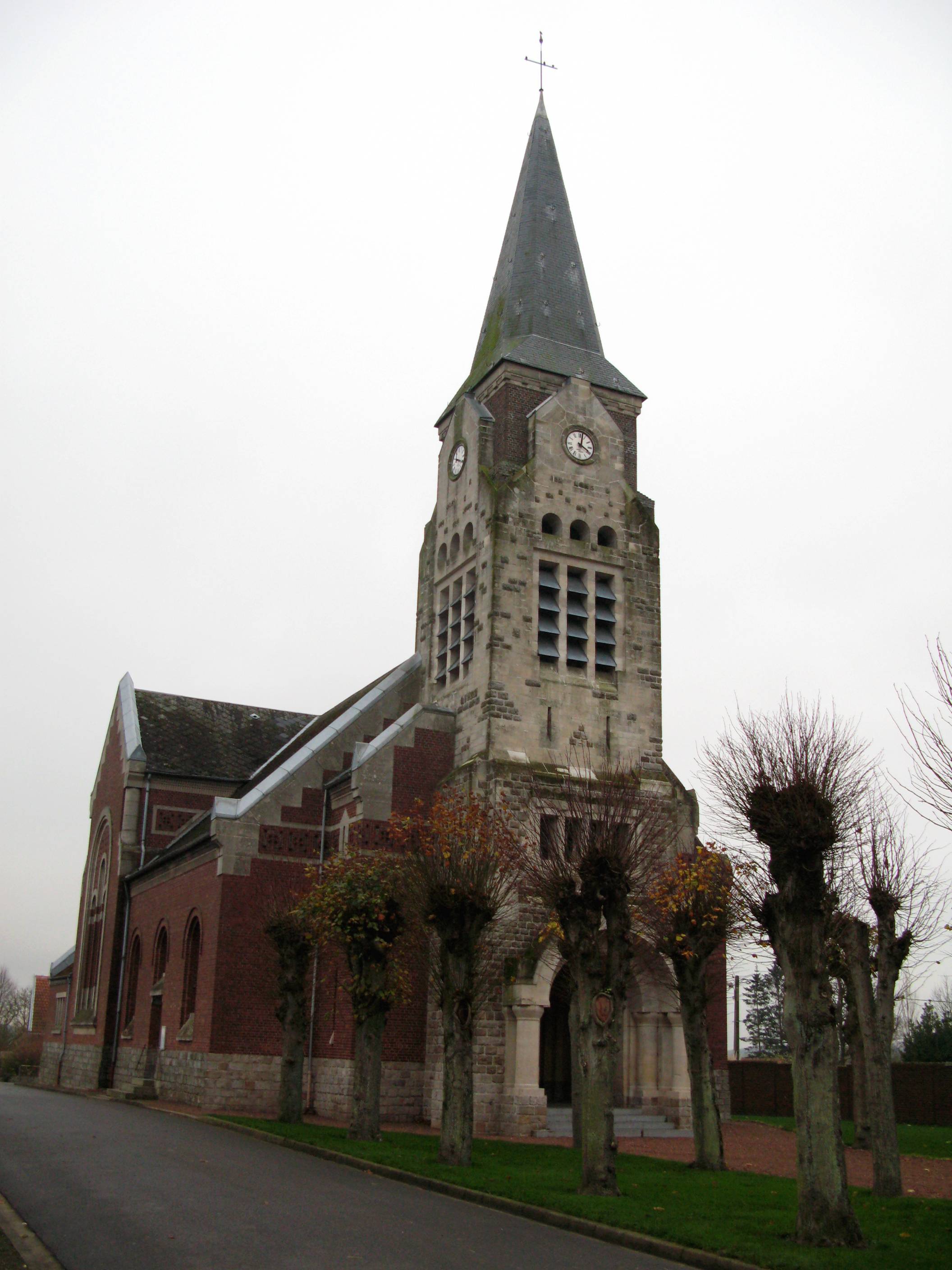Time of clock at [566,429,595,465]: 4:02
